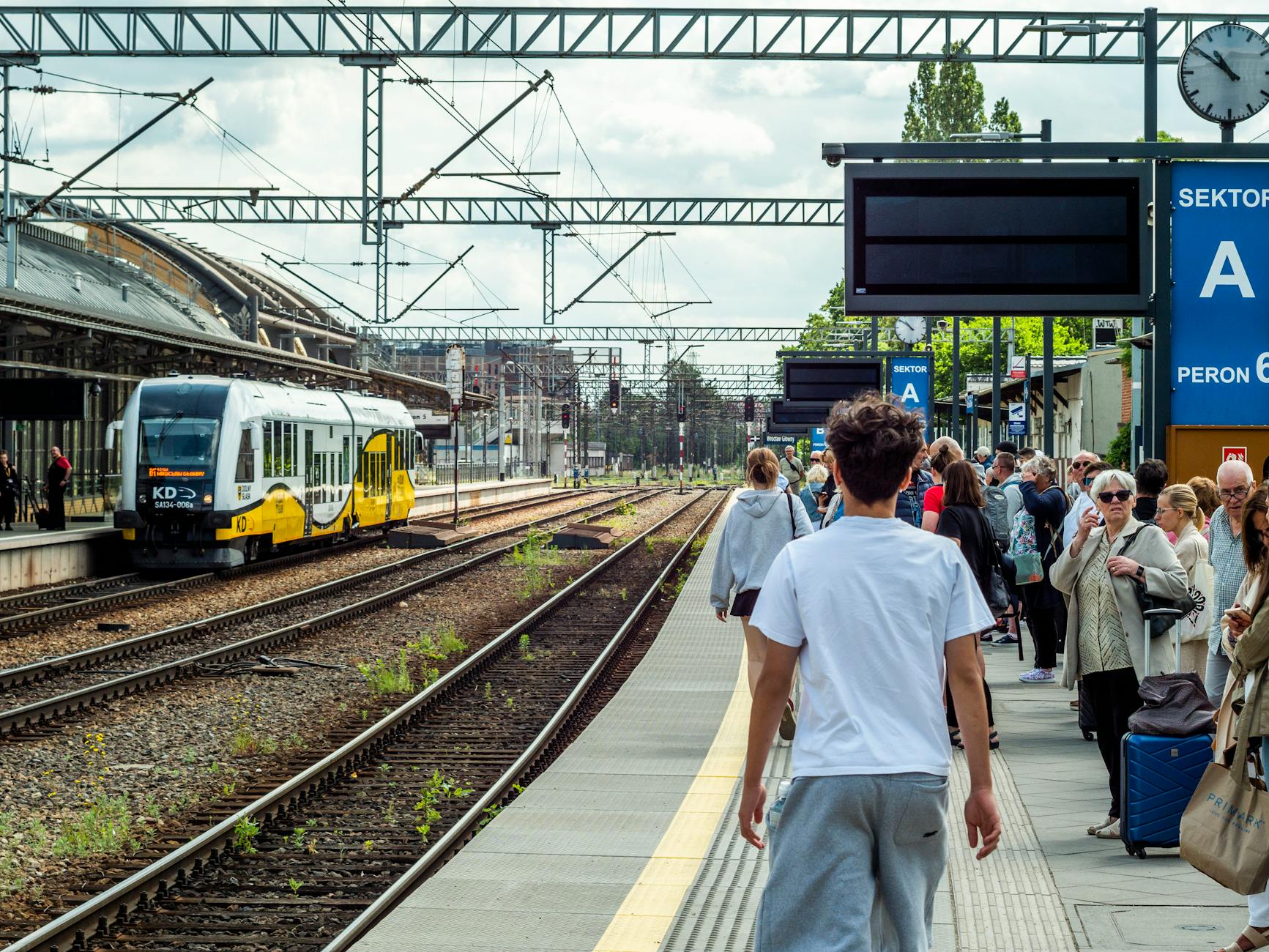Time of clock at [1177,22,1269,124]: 10:50
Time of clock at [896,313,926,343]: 10:51
